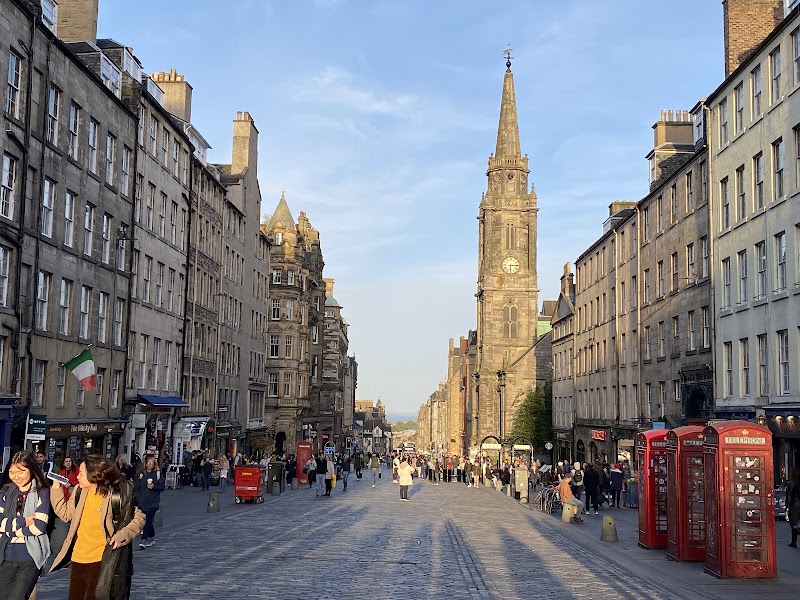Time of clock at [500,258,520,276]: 6:14
